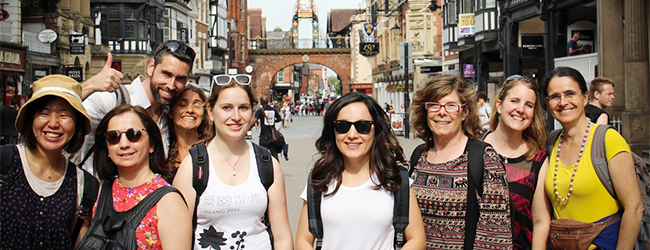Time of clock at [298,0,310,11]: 4:46
